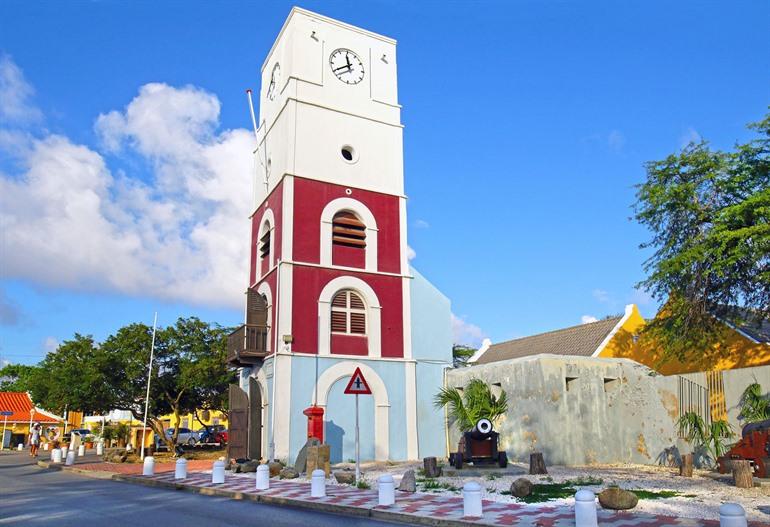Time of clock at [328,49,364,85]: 11:40
